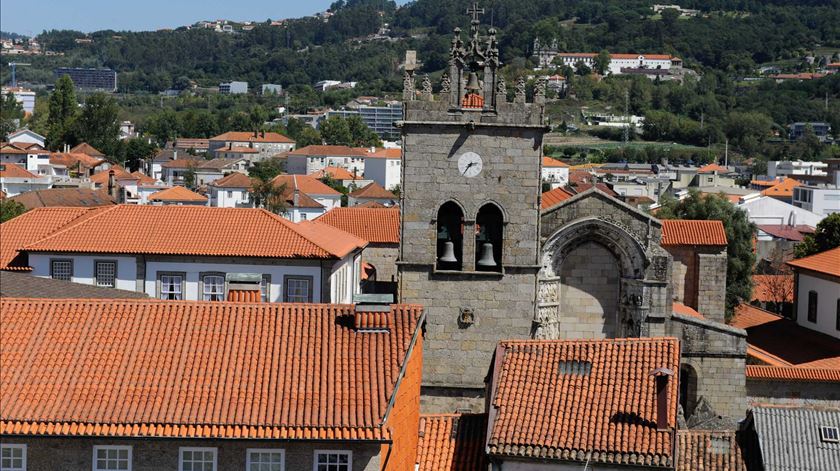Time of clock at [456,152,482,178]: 2:36
